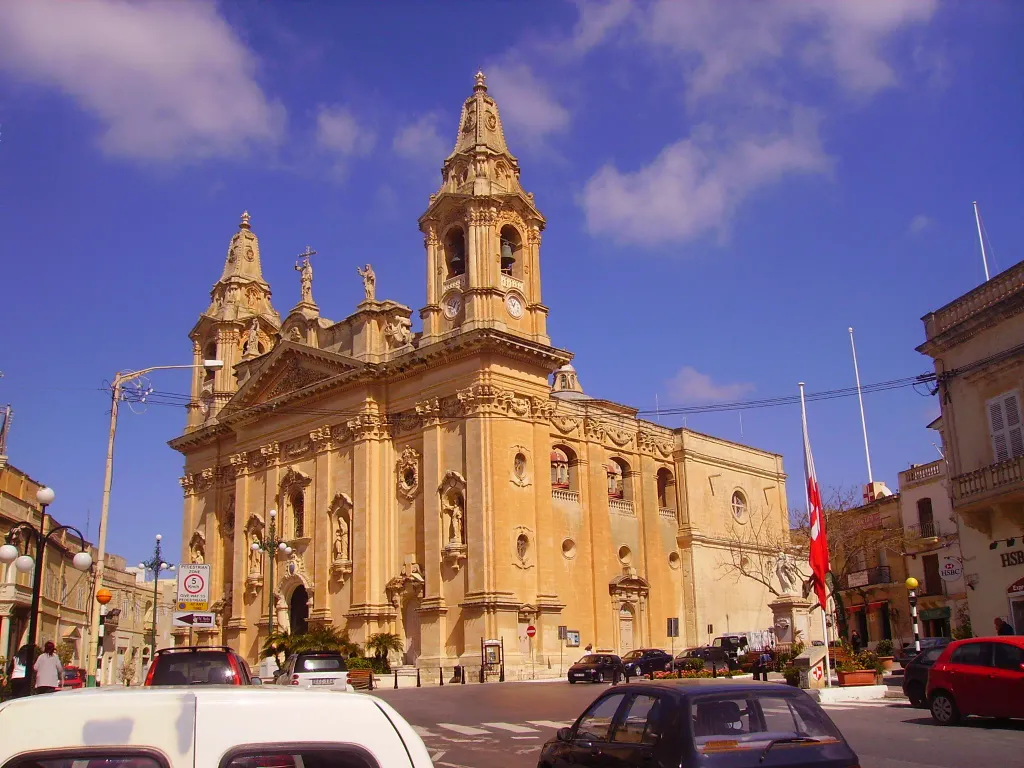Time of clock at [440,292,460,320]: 12:47
